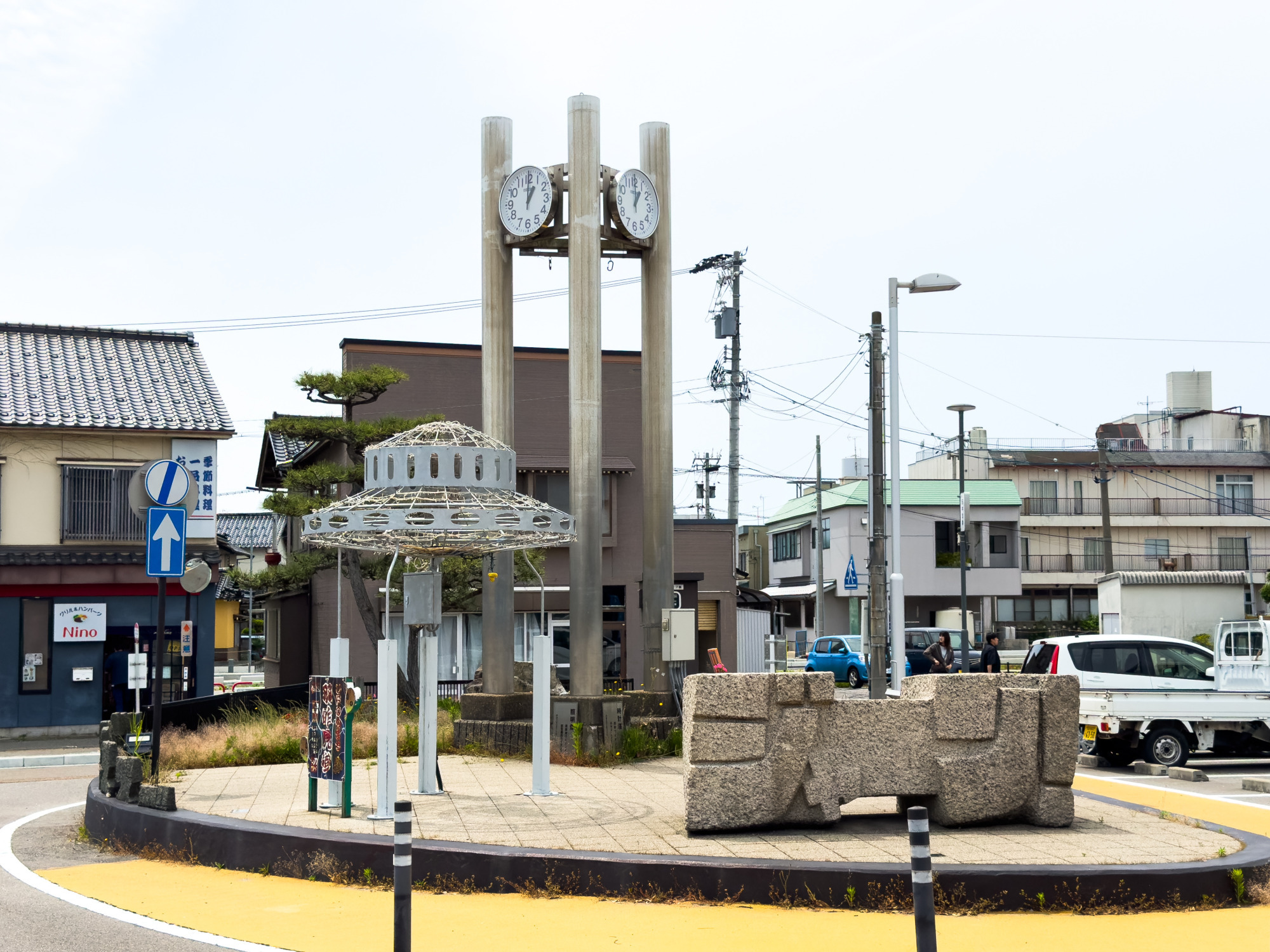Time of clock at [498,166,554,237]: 1:00
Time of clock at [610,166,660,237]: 1:00
